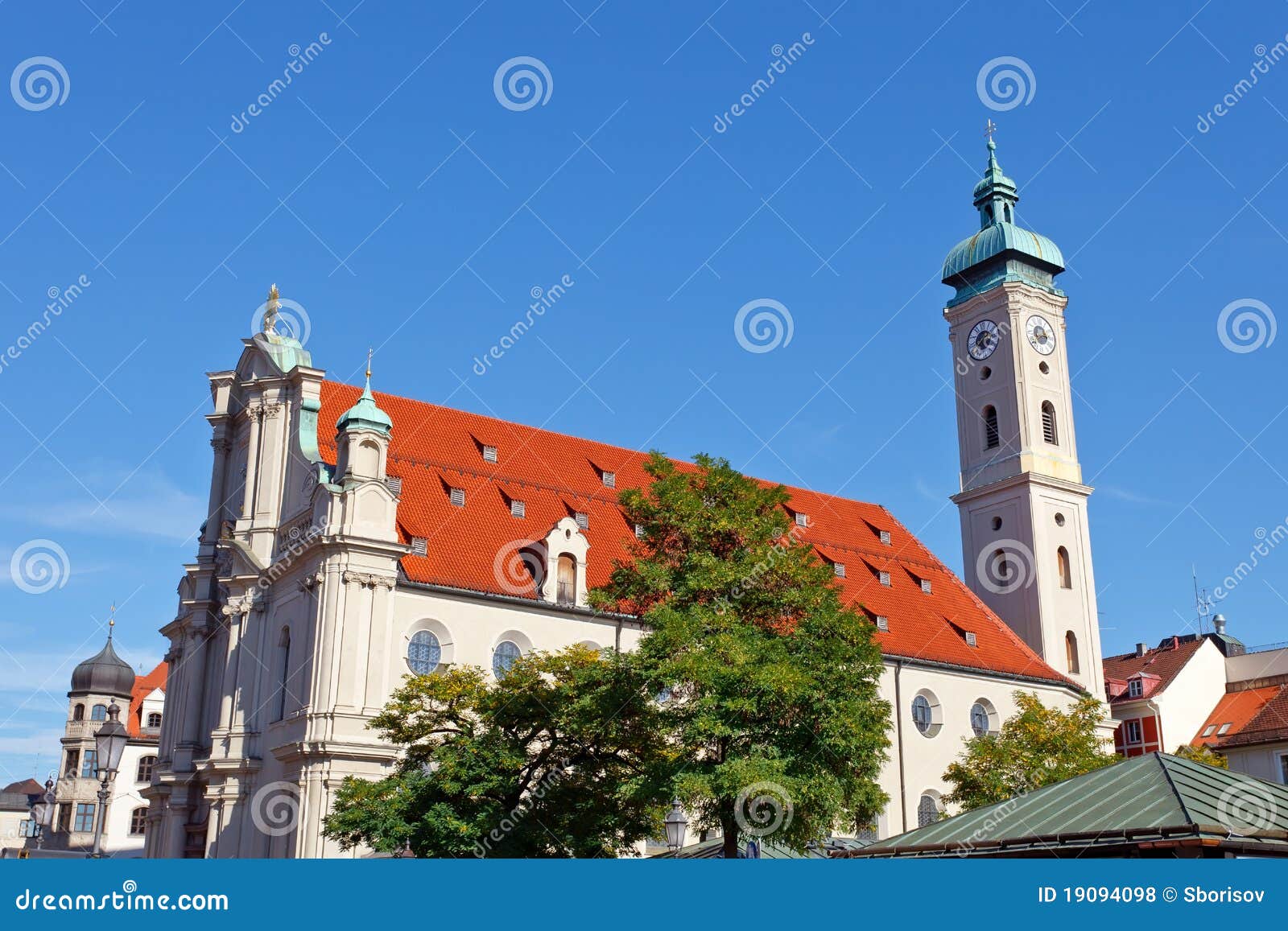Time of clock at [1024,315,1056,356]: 2:40
